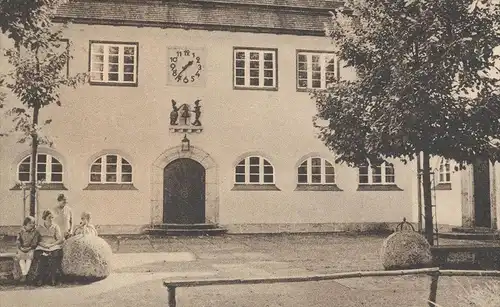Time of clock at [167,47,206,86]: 1:36
